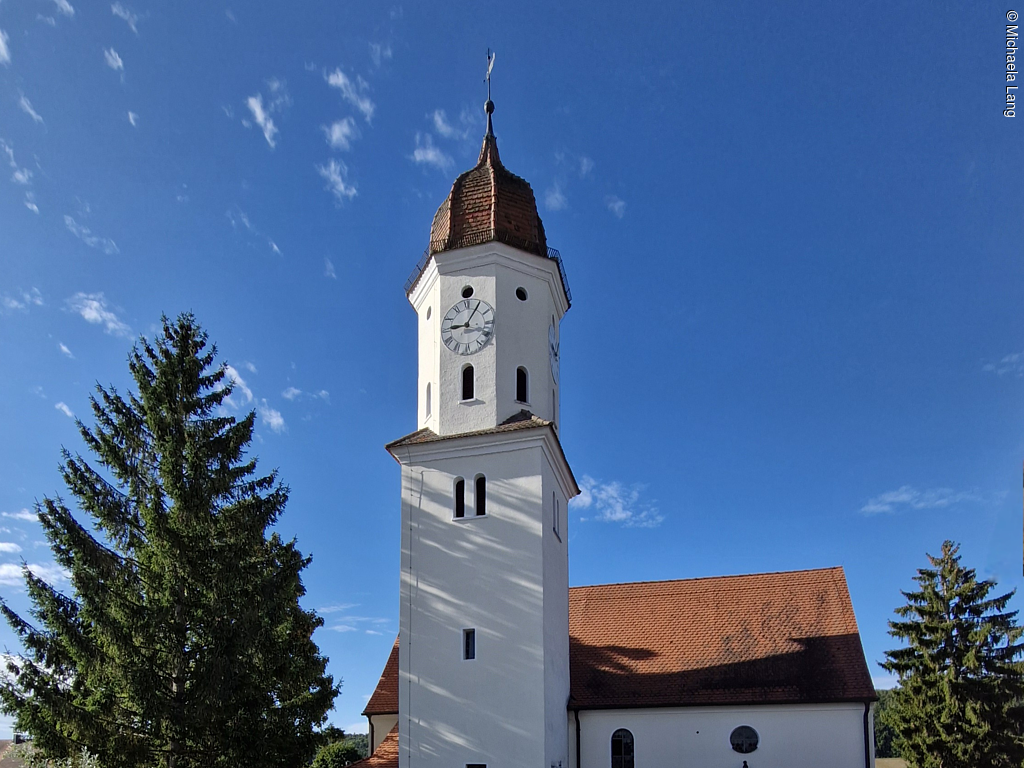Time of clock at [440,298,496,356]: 9:05
